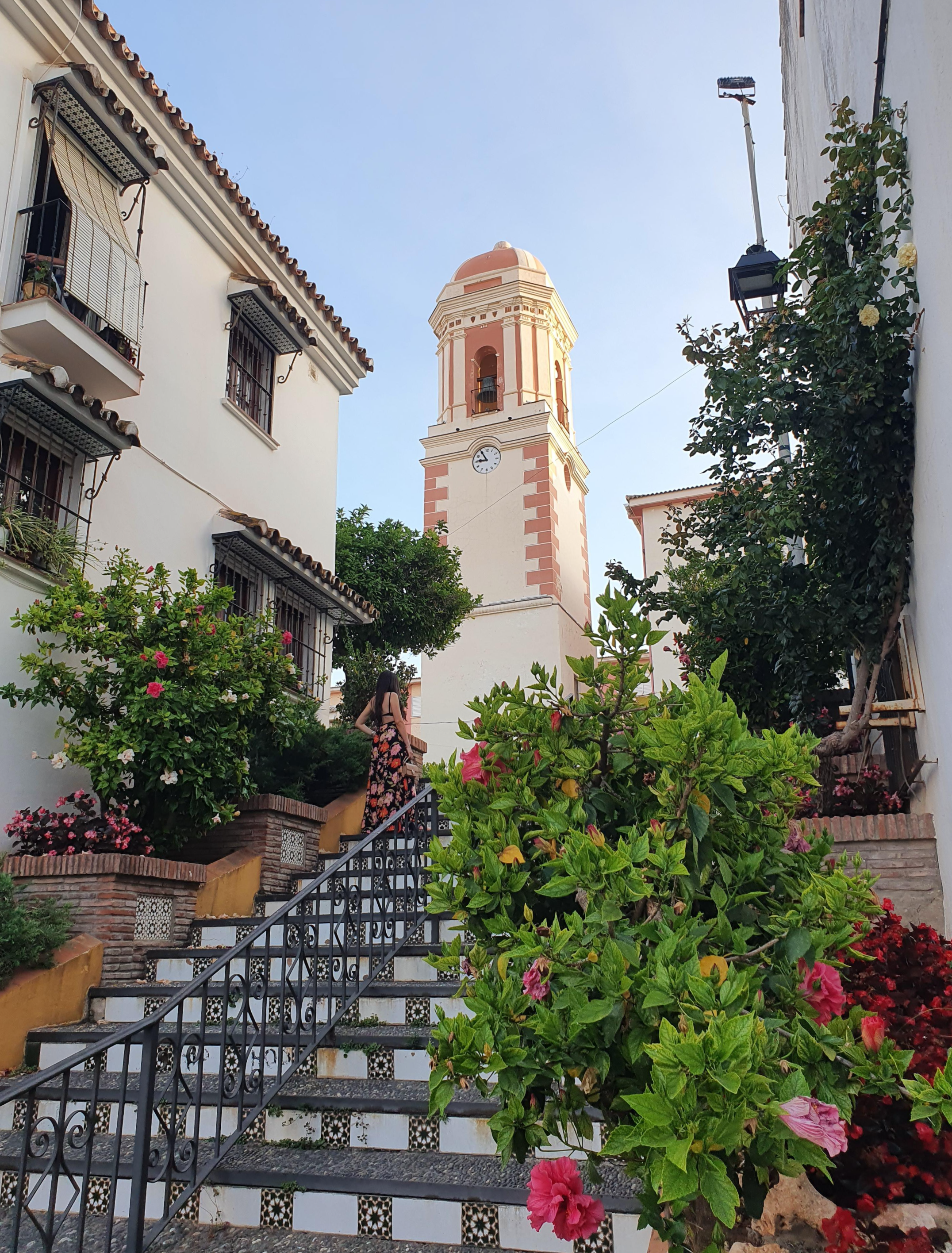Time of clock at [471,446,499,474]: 8:54
